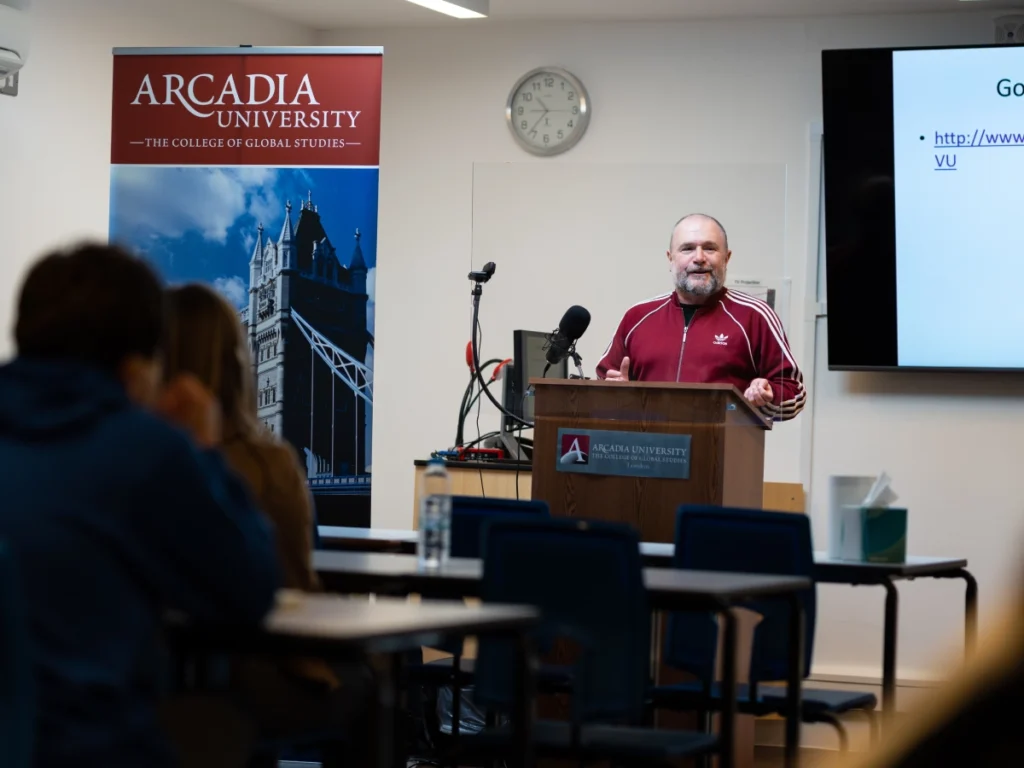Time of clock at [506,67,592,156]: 10:36
